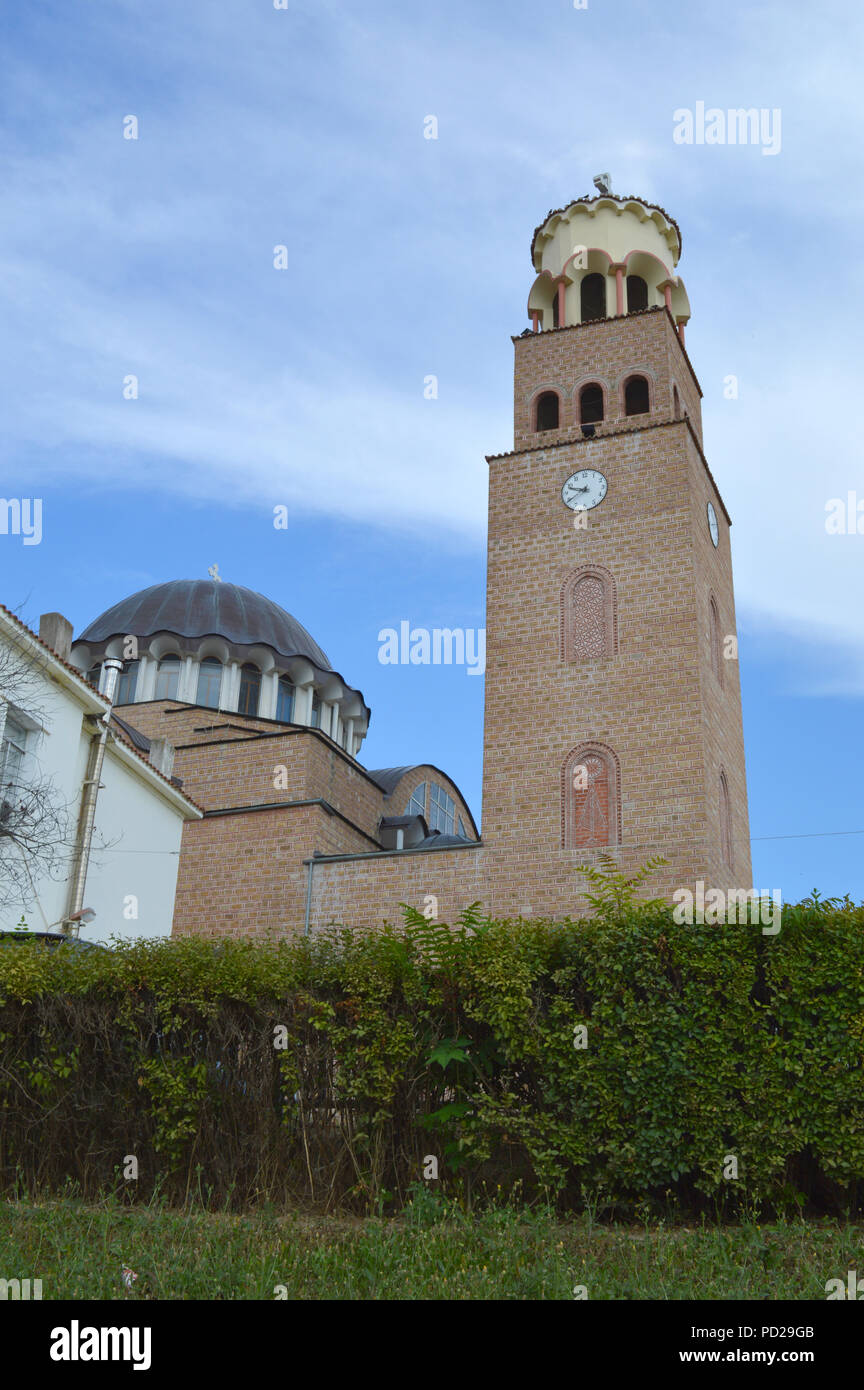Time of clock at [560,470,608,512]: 9:39
